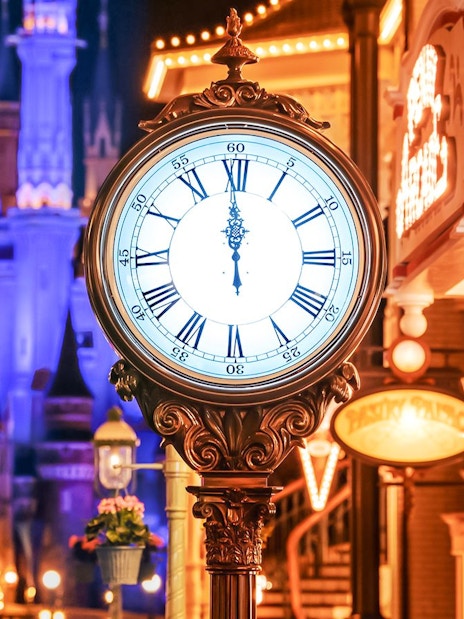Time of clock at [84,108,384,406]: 11:59
